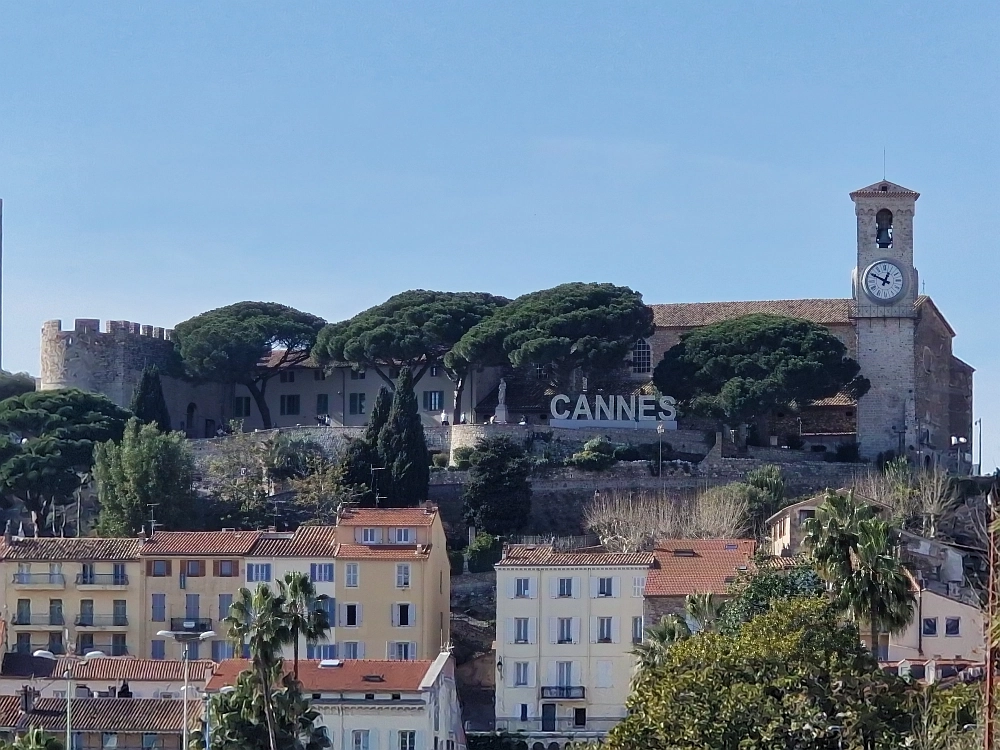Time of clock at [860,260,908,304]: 12:49
